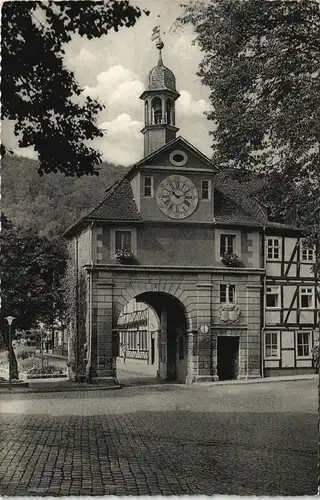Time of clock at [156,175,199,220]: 10:11
